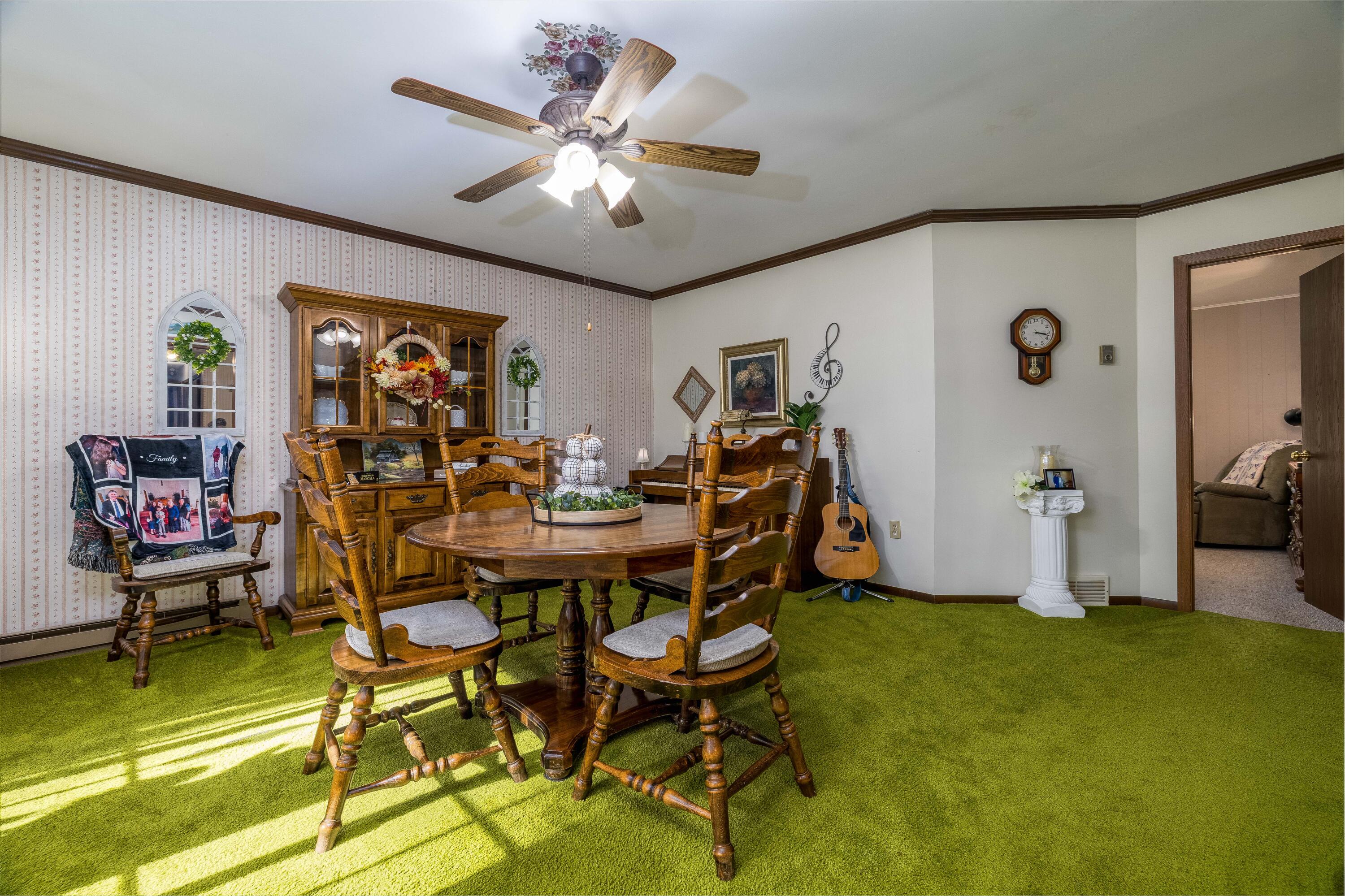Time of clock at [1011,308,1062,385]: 3:17
